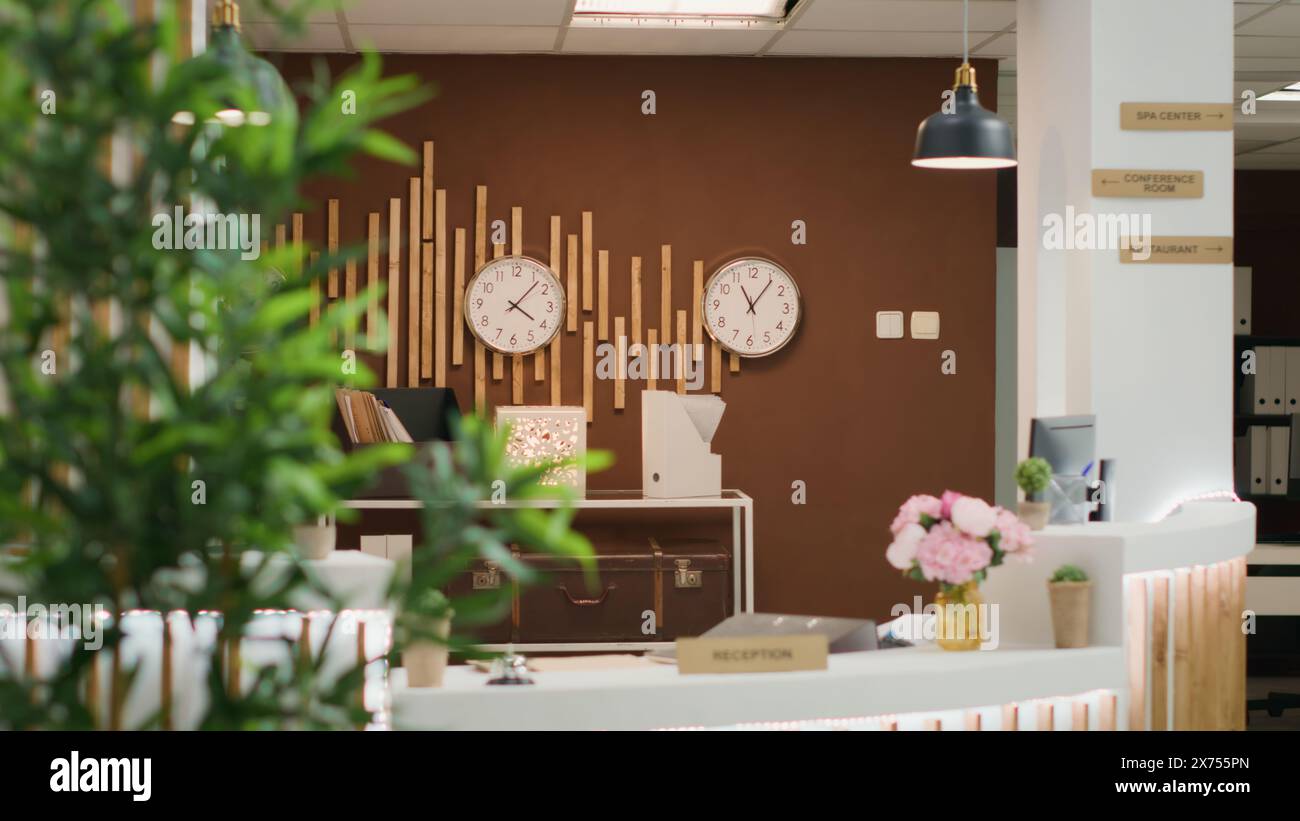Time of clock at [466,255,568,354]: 4:07
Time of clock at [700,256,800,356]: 11:06
